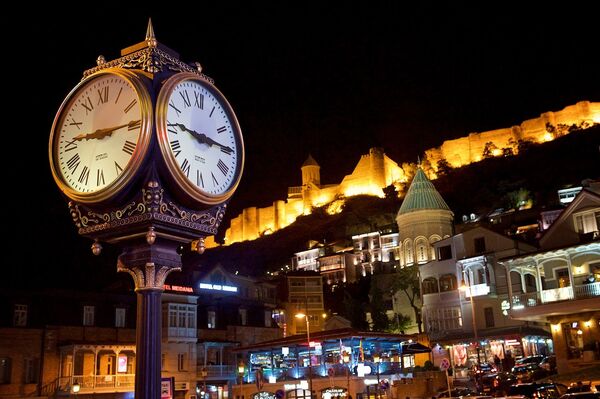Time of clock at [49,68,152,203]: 9:14
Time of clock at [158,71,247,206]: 9:14
